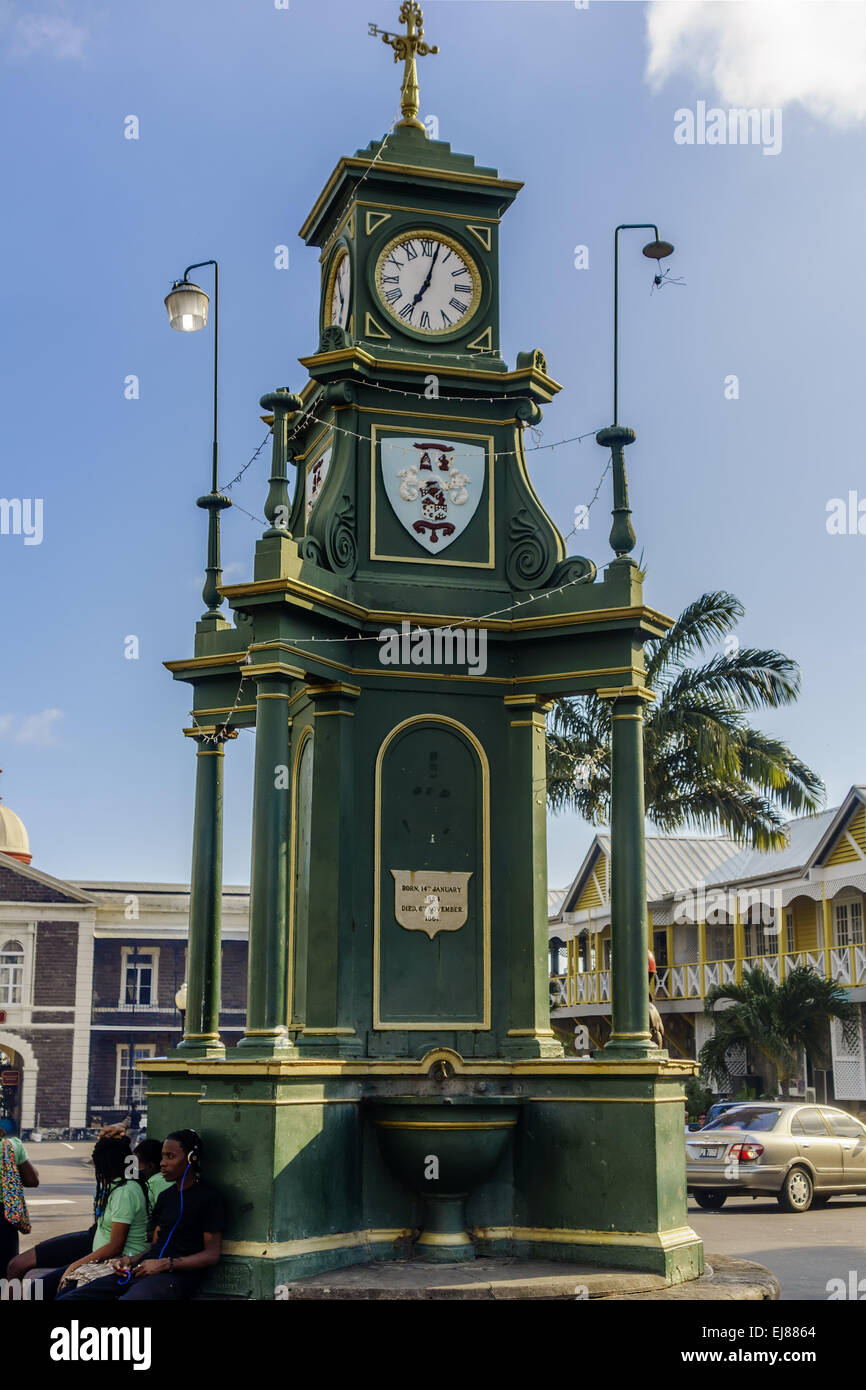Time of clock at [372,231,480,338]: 7:02
